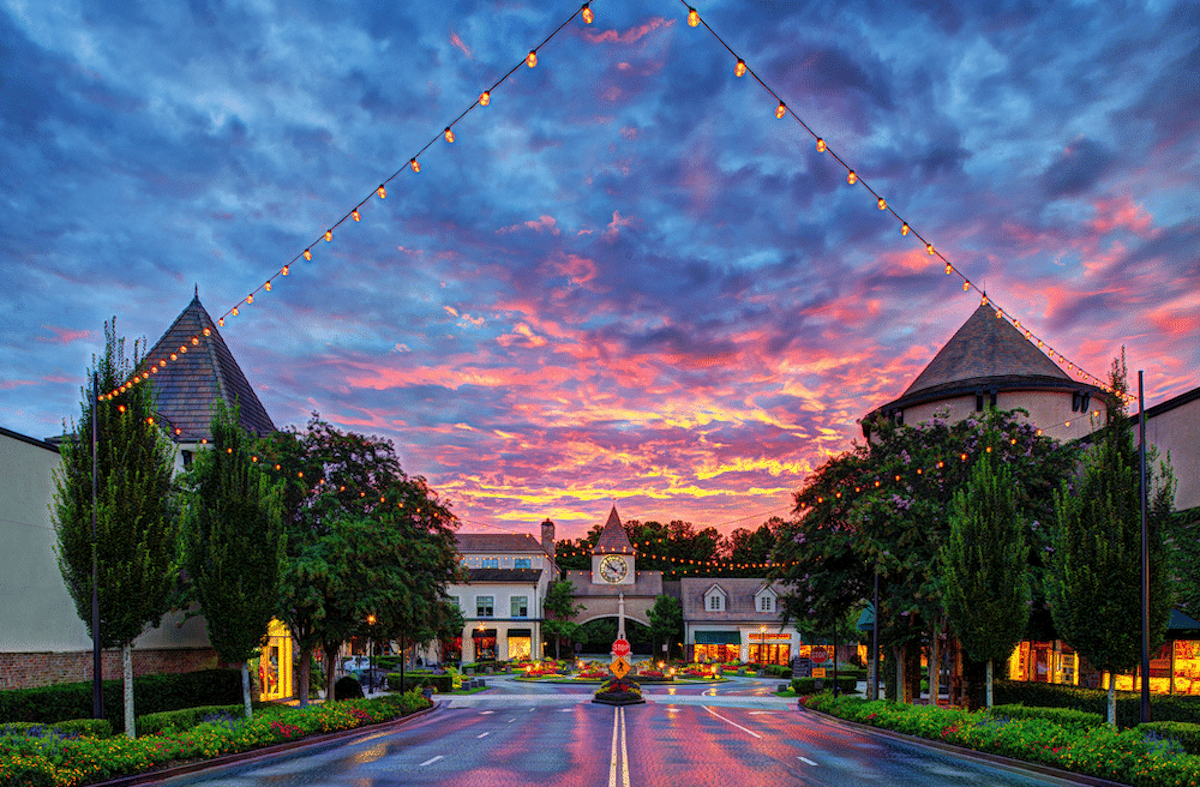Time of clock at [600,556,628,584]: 9:53
